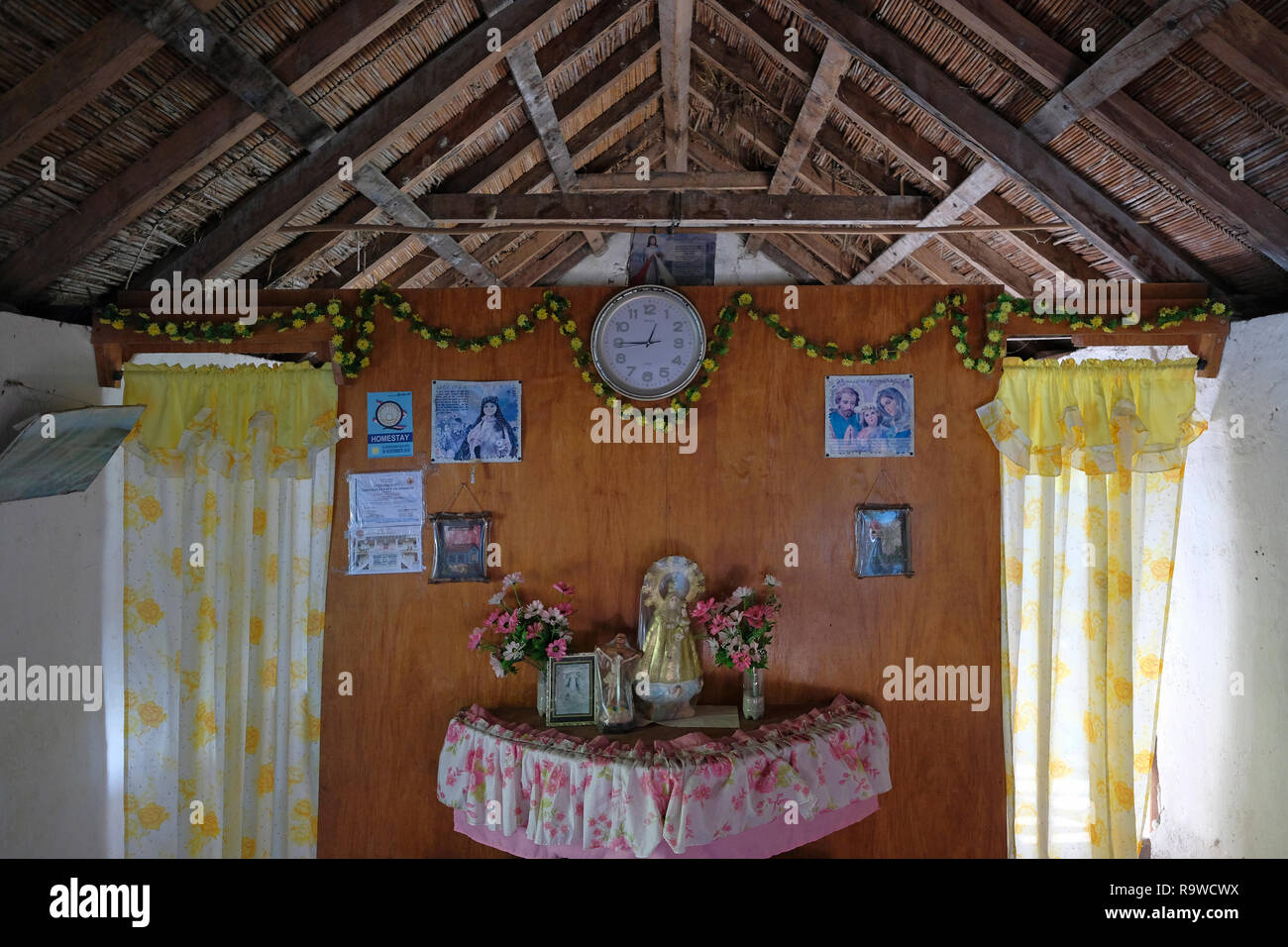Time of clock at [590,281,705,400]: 12:44
